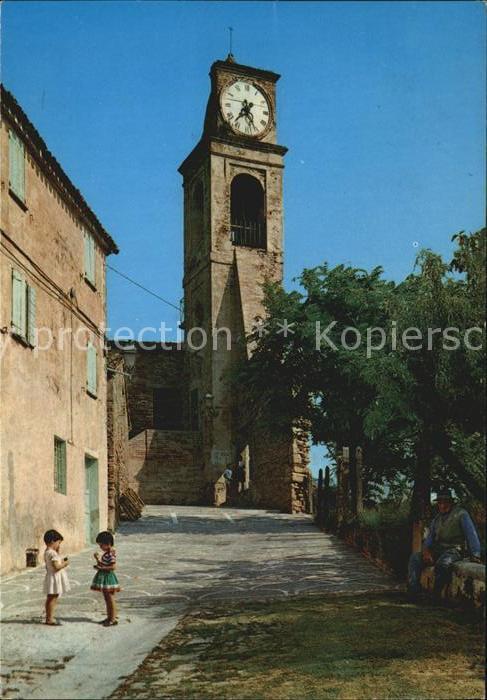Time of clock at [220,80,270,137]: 7:25
